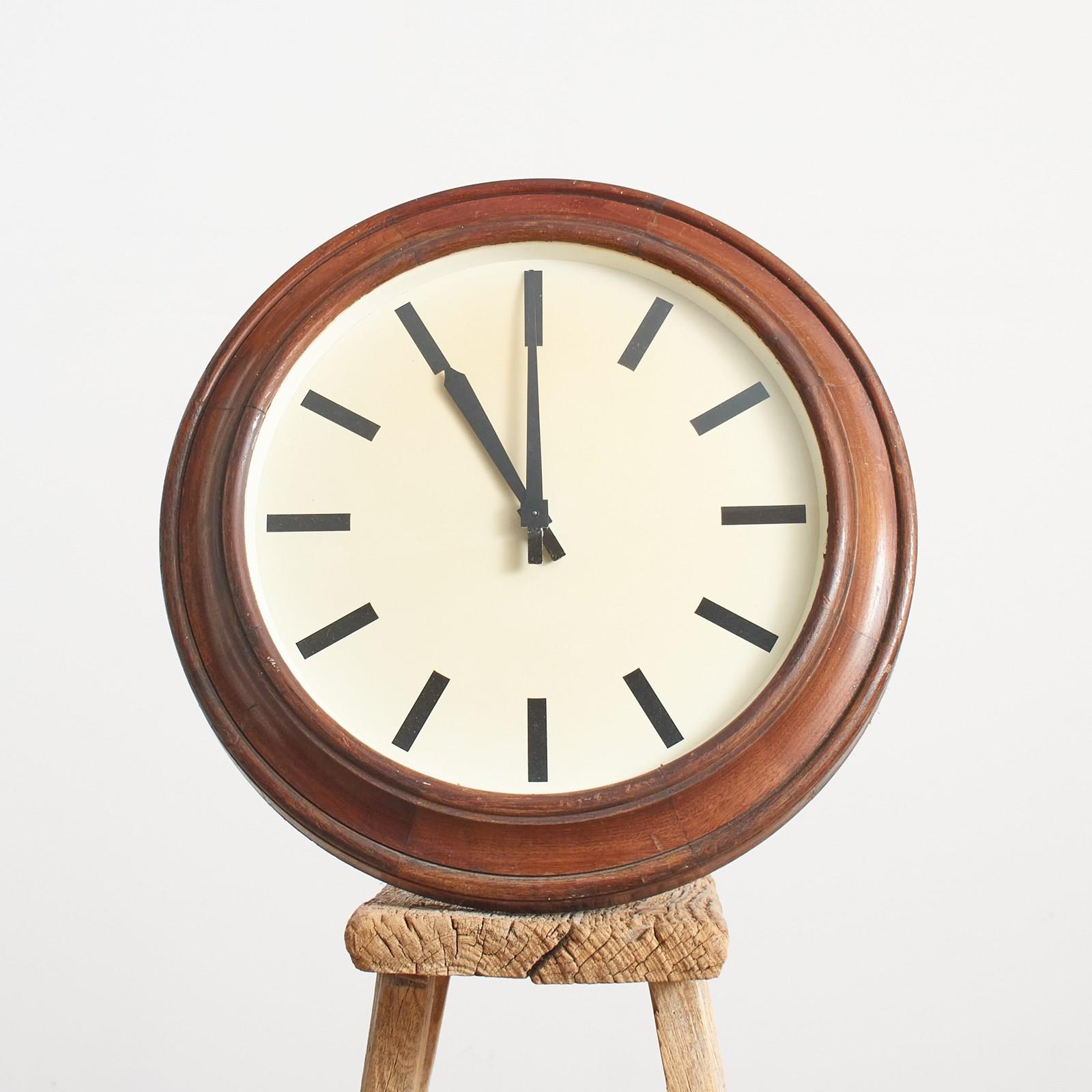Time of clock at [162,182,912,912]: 10:59
